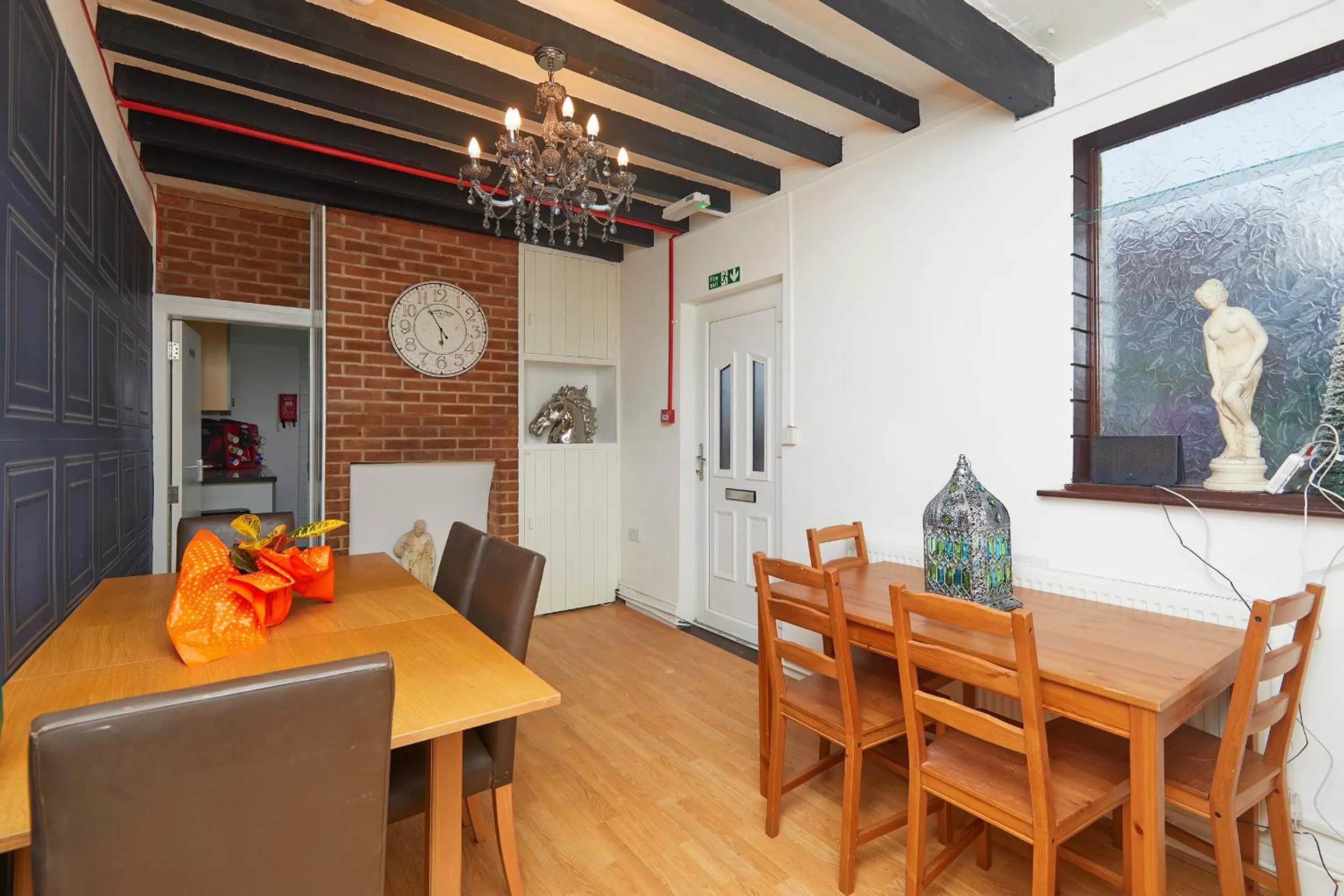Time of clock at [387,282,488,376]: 5:54
